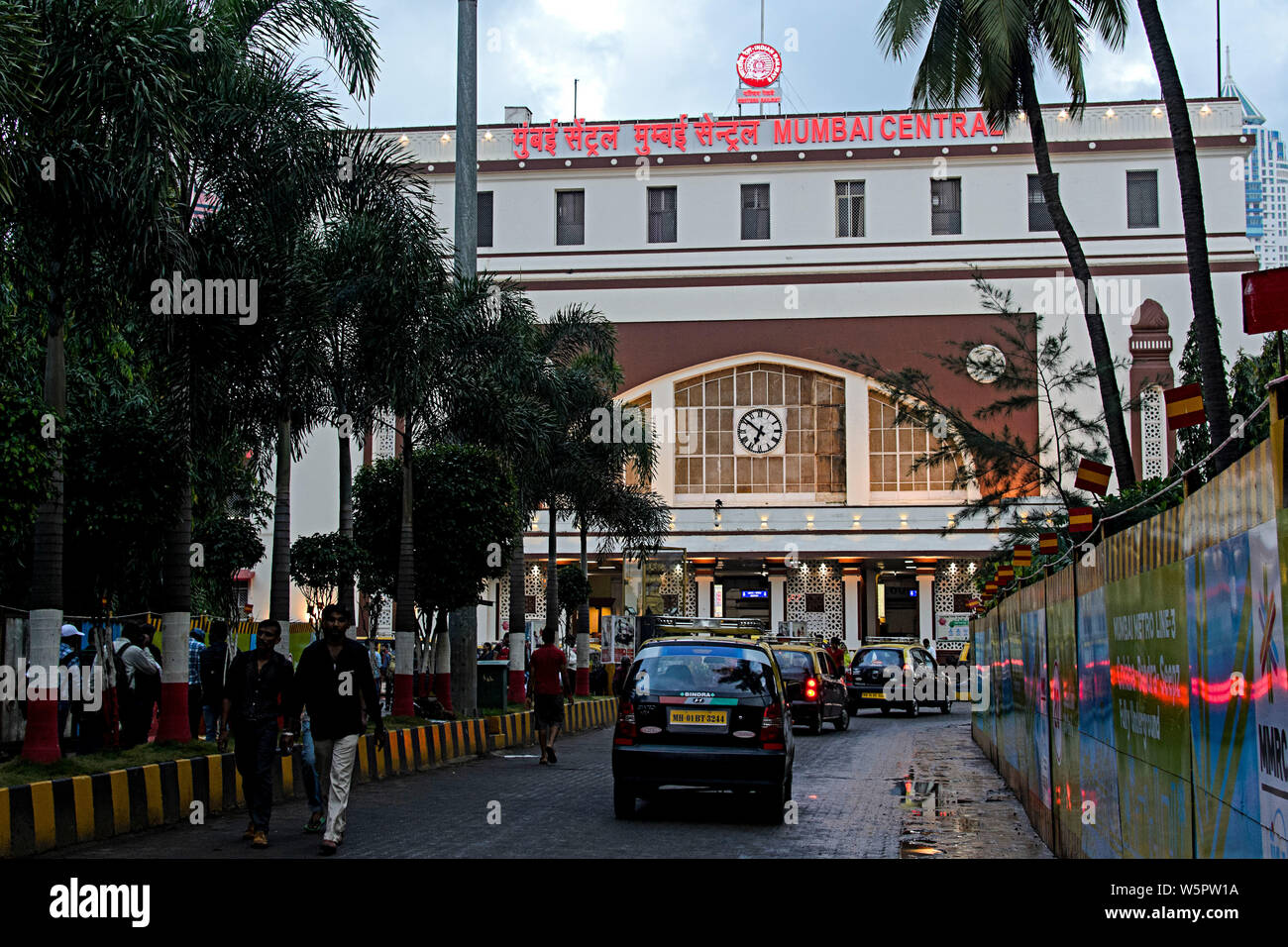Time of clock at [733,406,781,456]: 6:51
